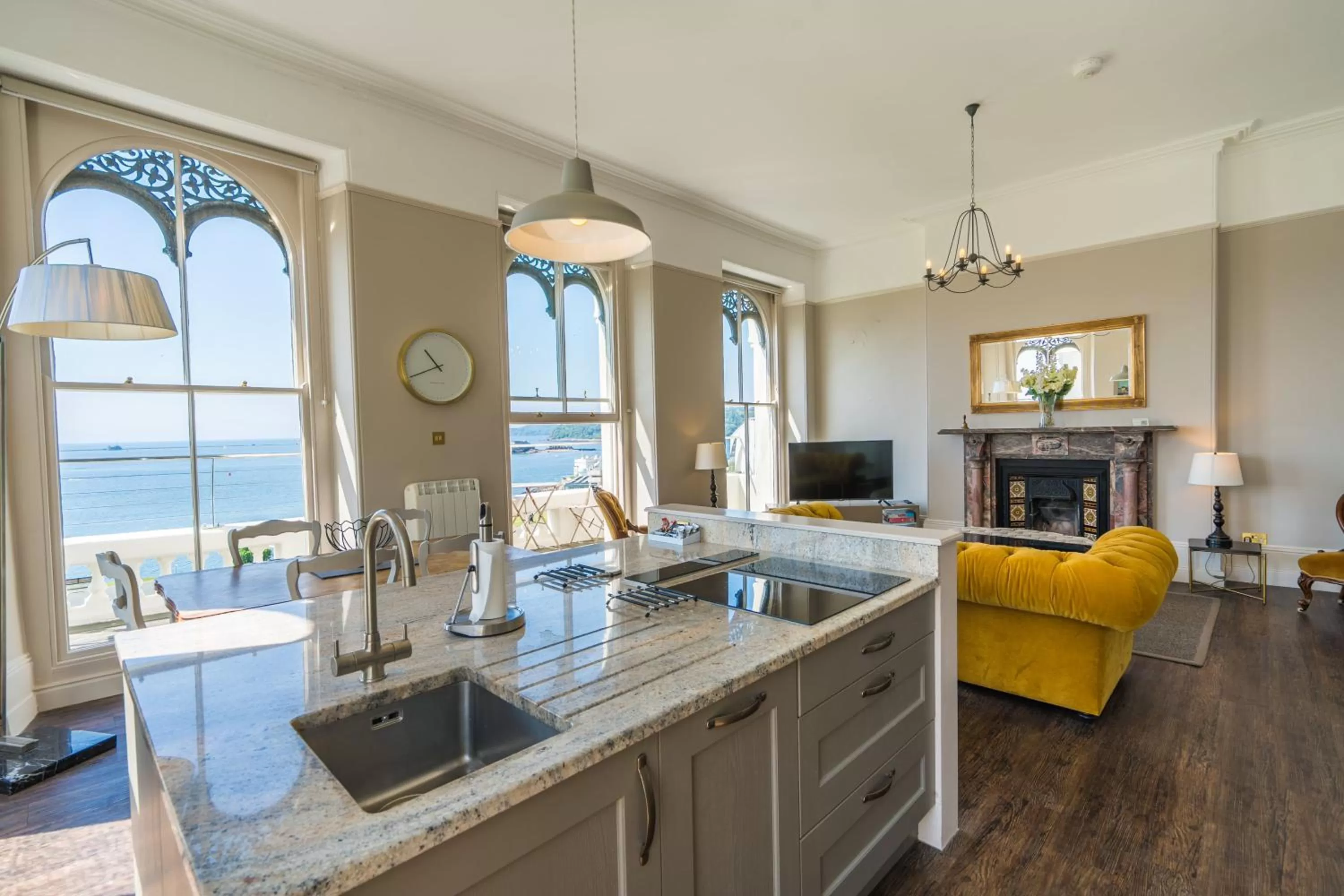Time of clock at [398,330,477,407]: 10:41
